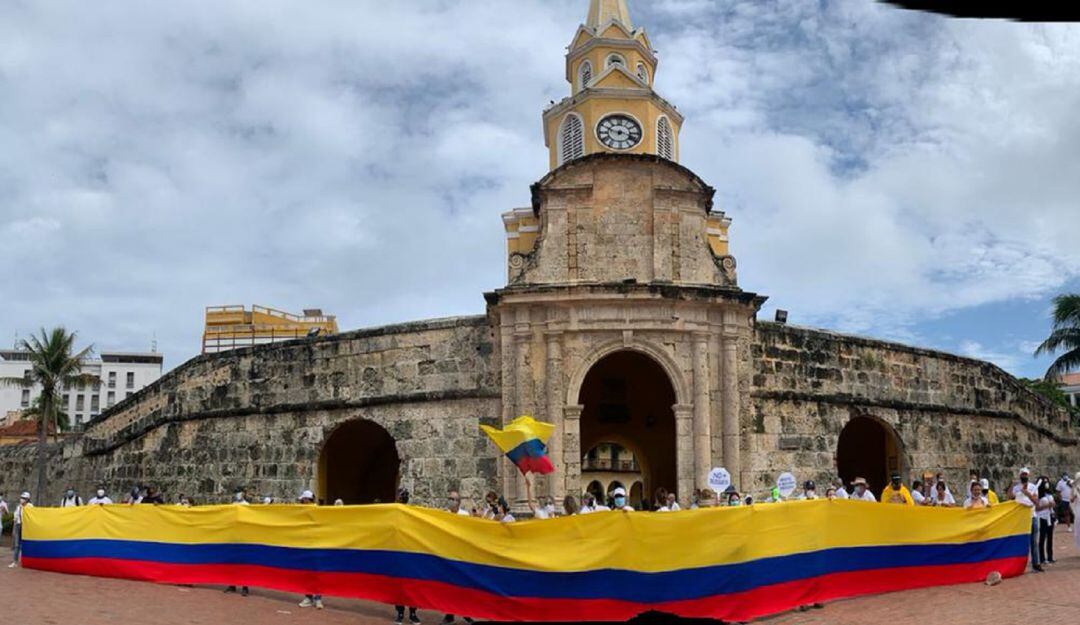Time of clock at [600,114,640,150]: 3:48
